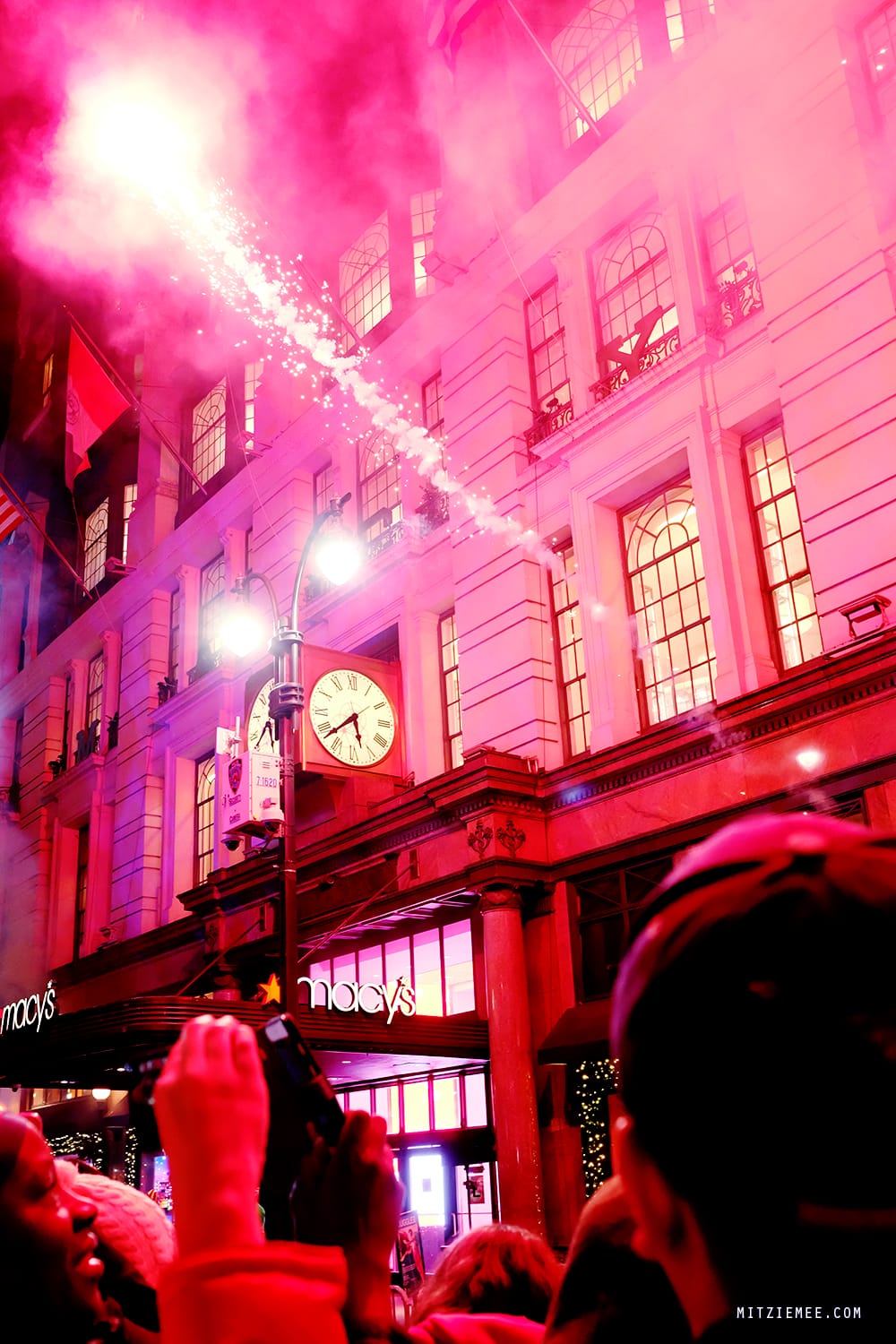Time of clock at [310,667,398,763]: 5:38
